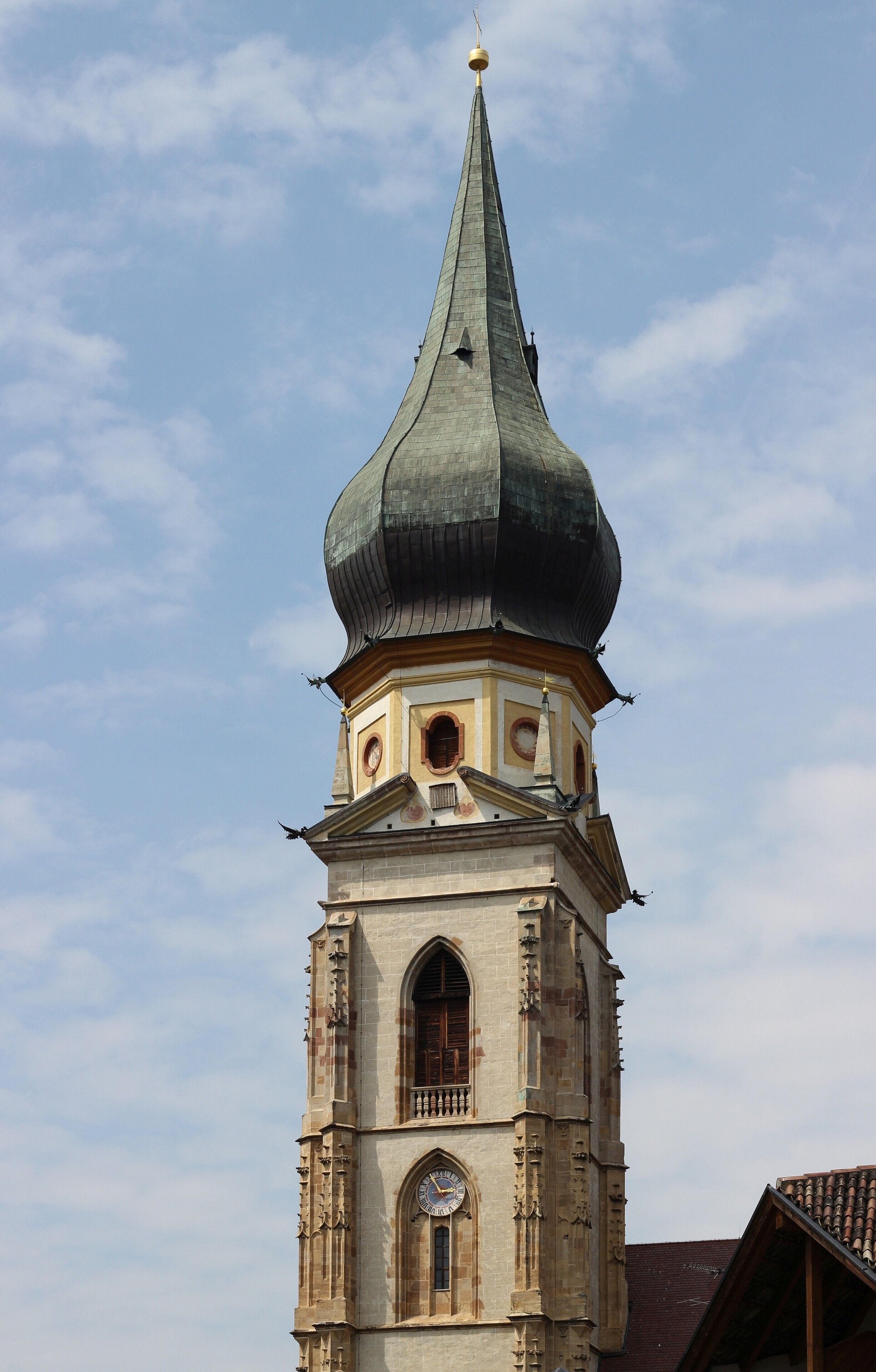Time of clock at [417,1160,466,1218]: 2:54
